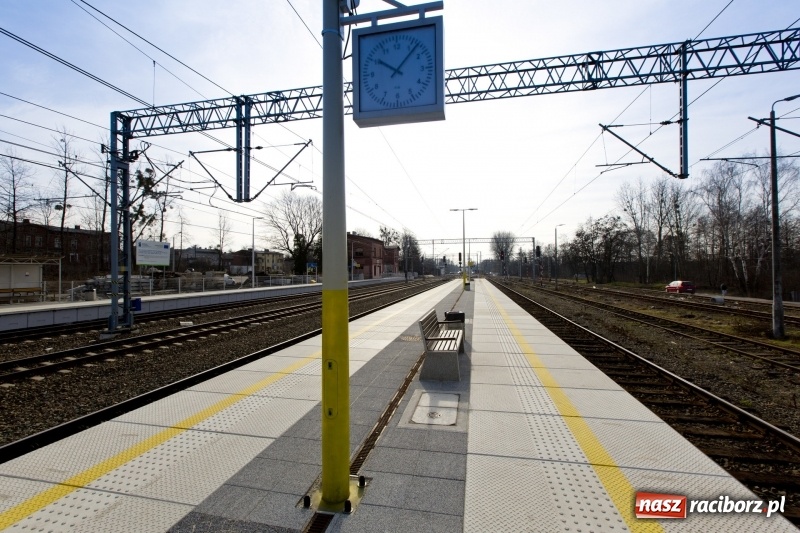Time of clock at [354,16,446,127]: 10:07
